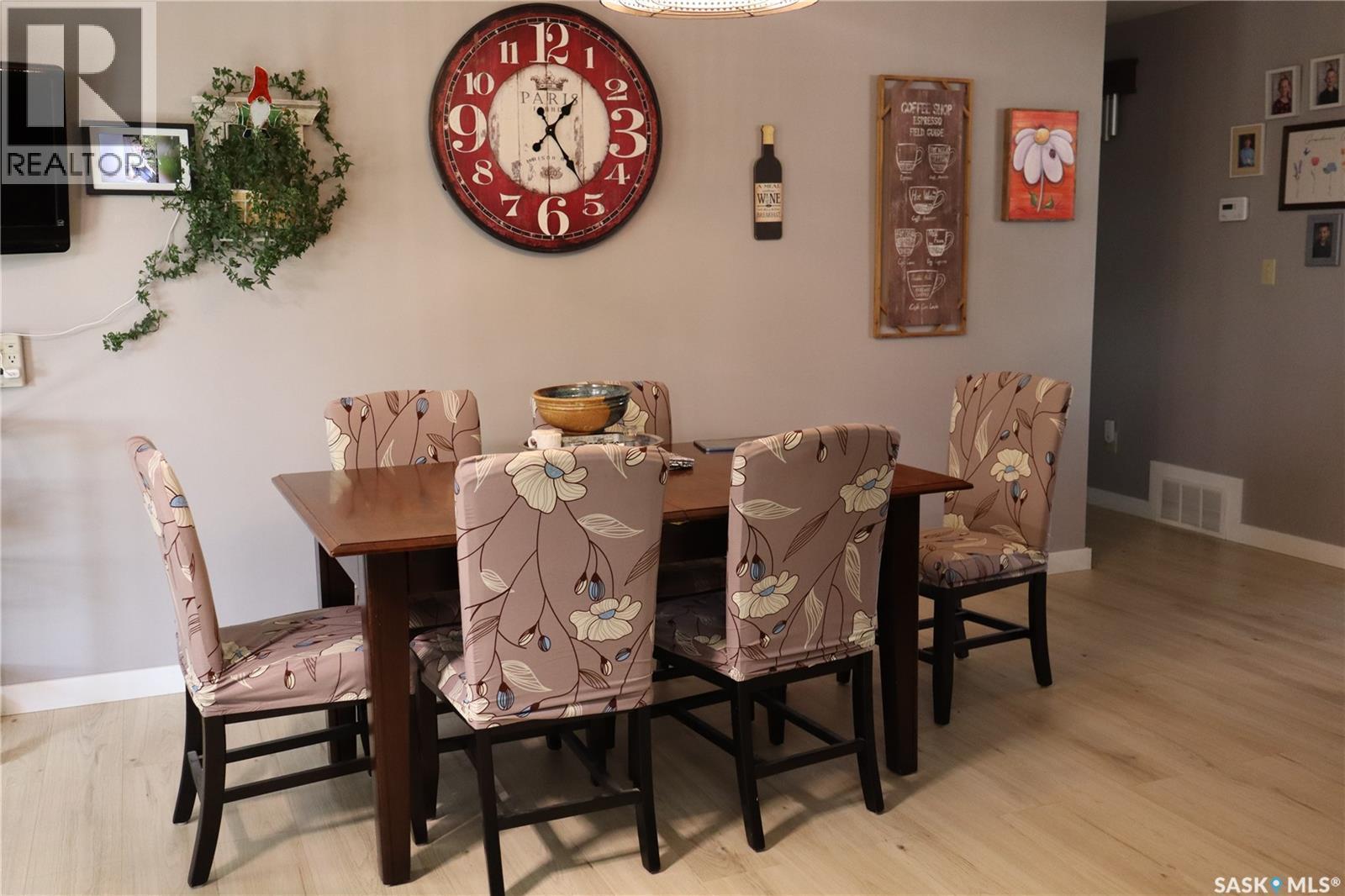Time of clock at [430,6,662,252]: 1:24
